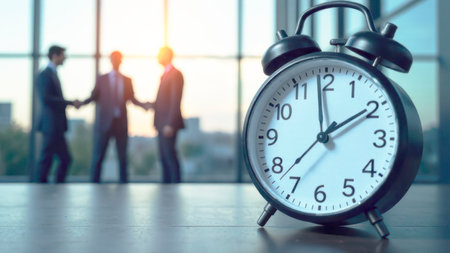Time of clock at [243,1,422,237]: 1:58
